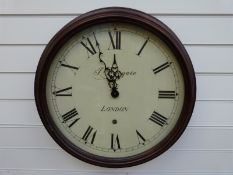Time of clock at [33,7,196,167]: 11:55
